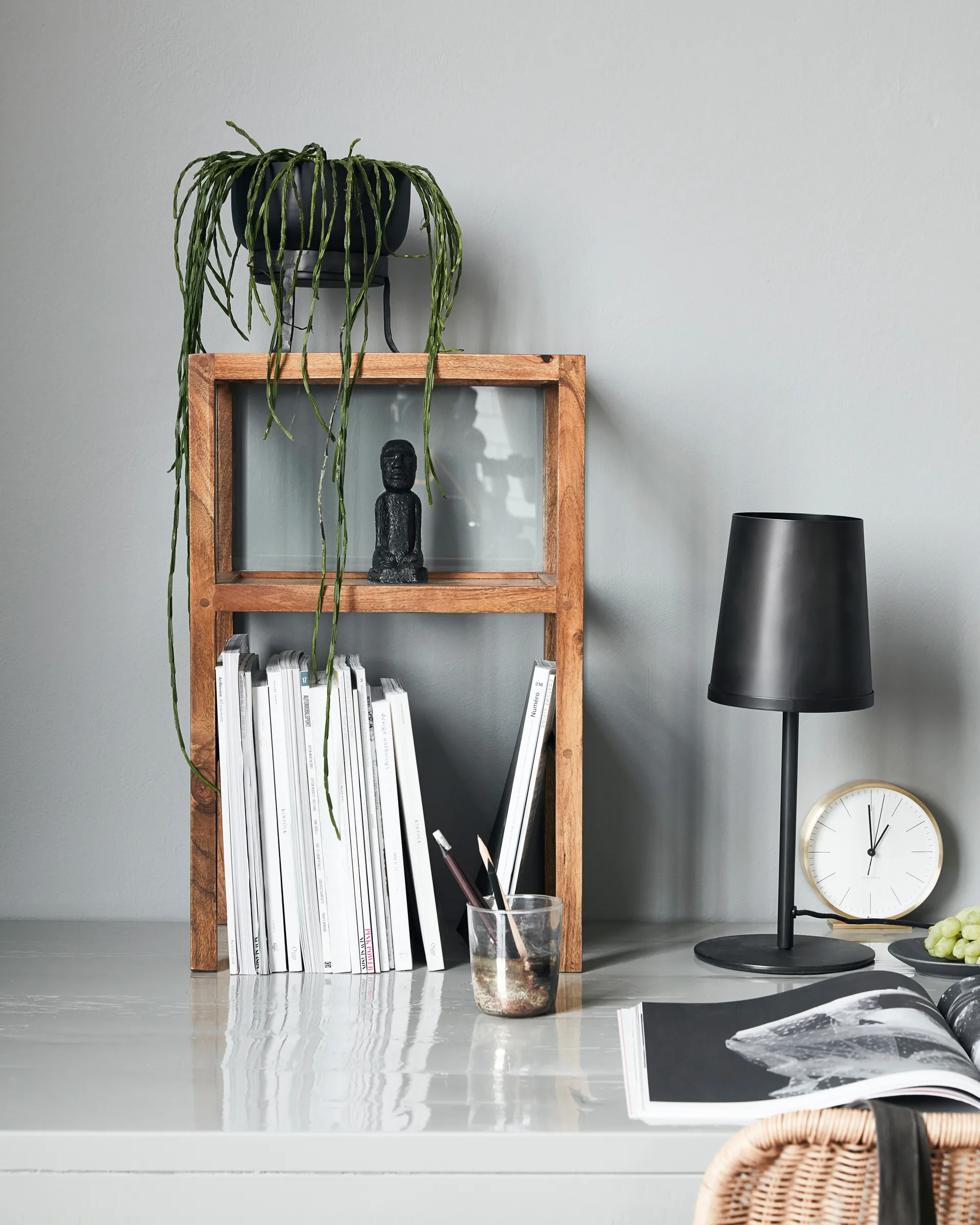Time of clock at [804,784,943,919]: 12:59
